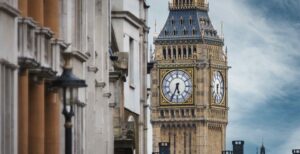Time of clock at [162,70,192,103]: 5:34
